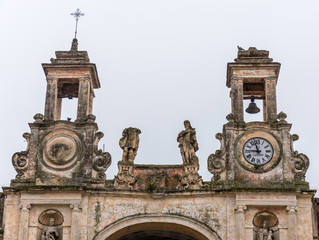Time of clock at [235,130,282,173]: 8:57
